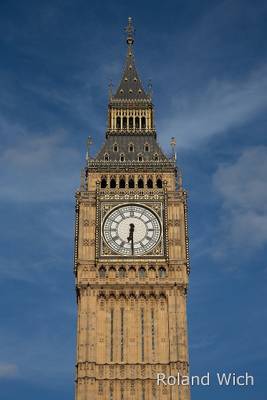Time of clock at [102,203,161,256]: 6:30
